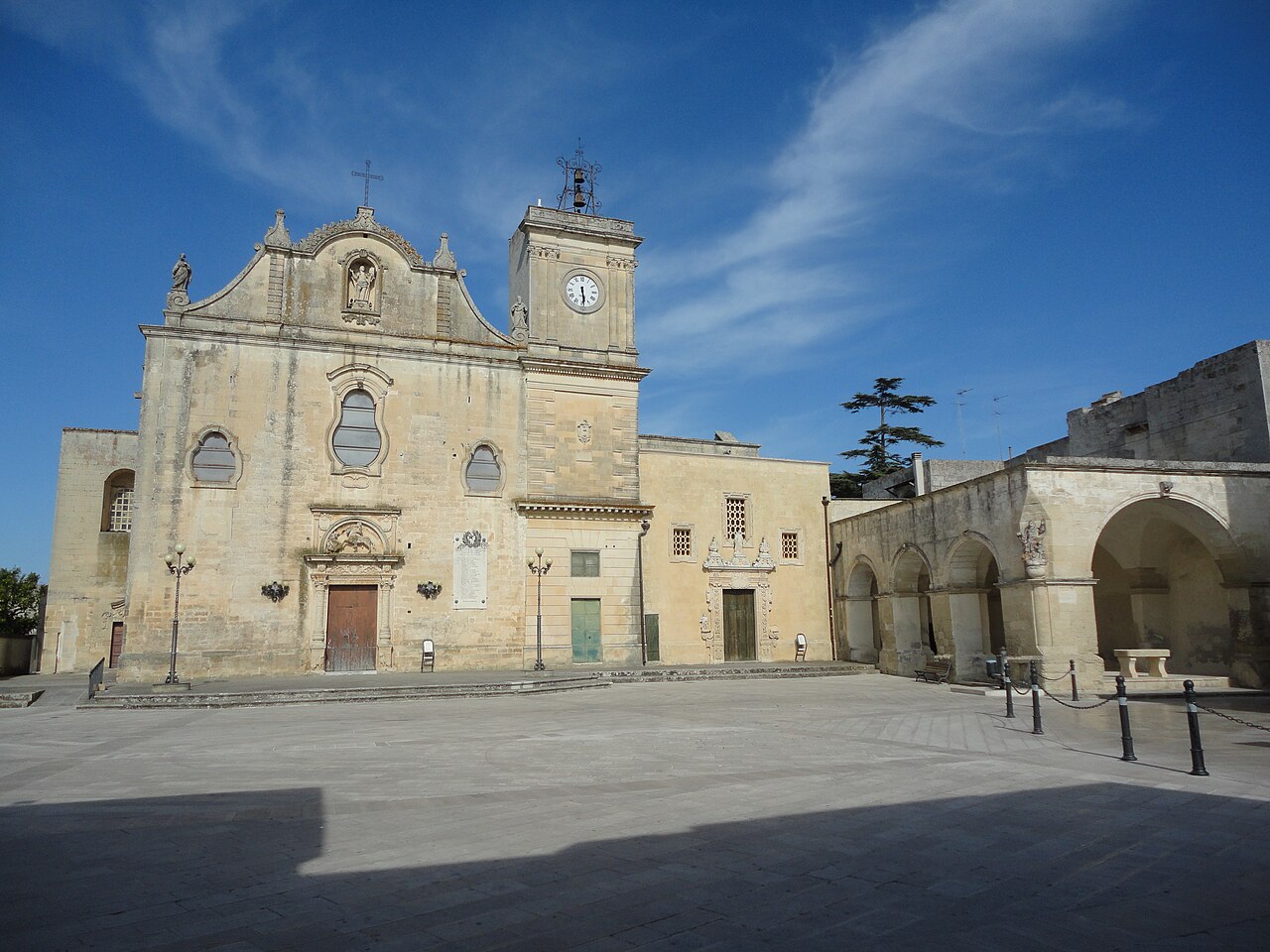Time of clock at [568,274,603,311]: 5:29
